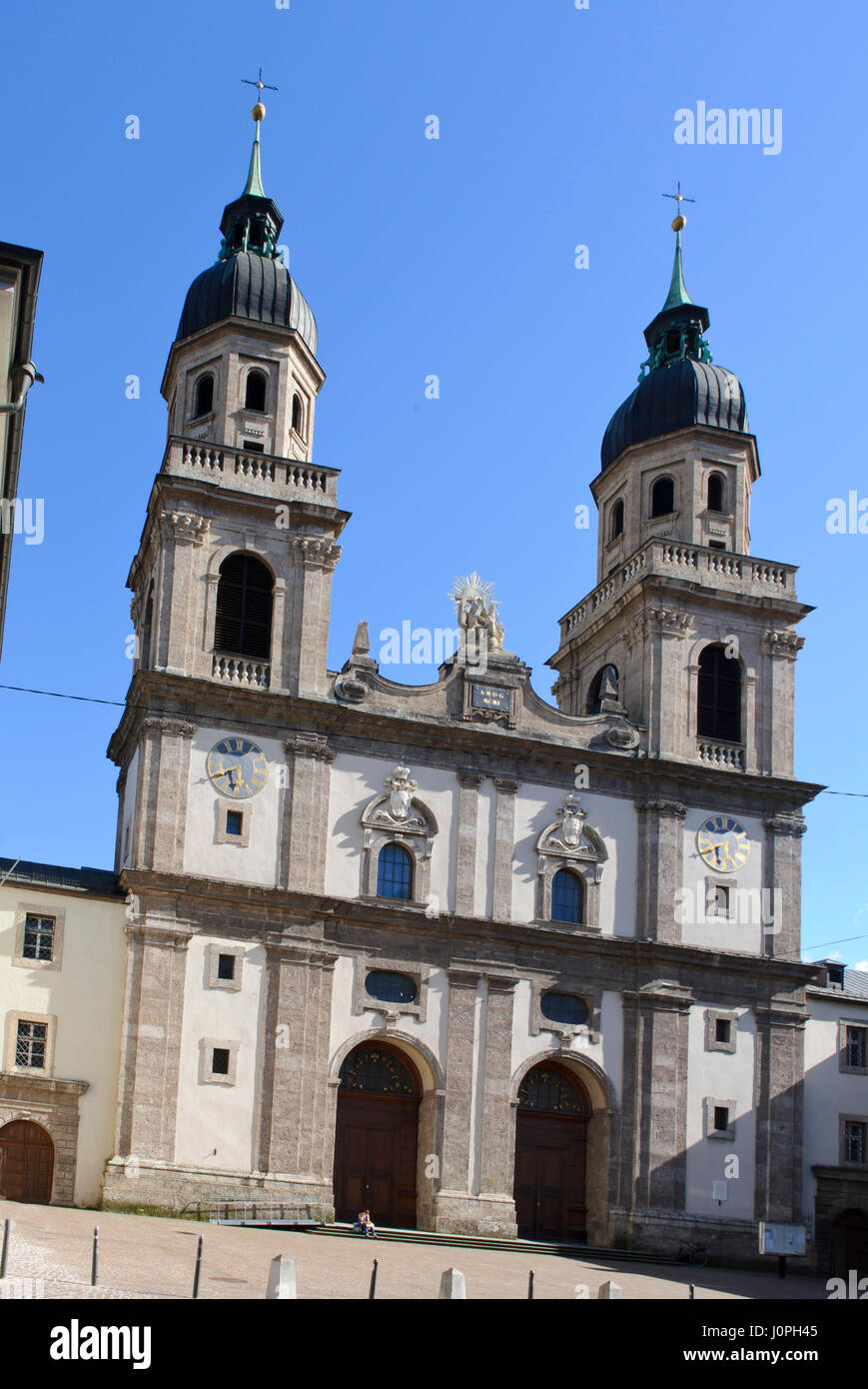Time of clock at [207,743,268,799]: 5:40
